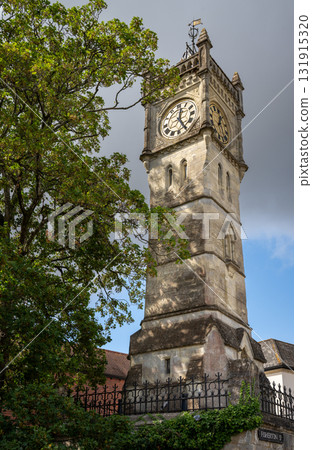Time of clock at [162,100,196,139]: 12:24
